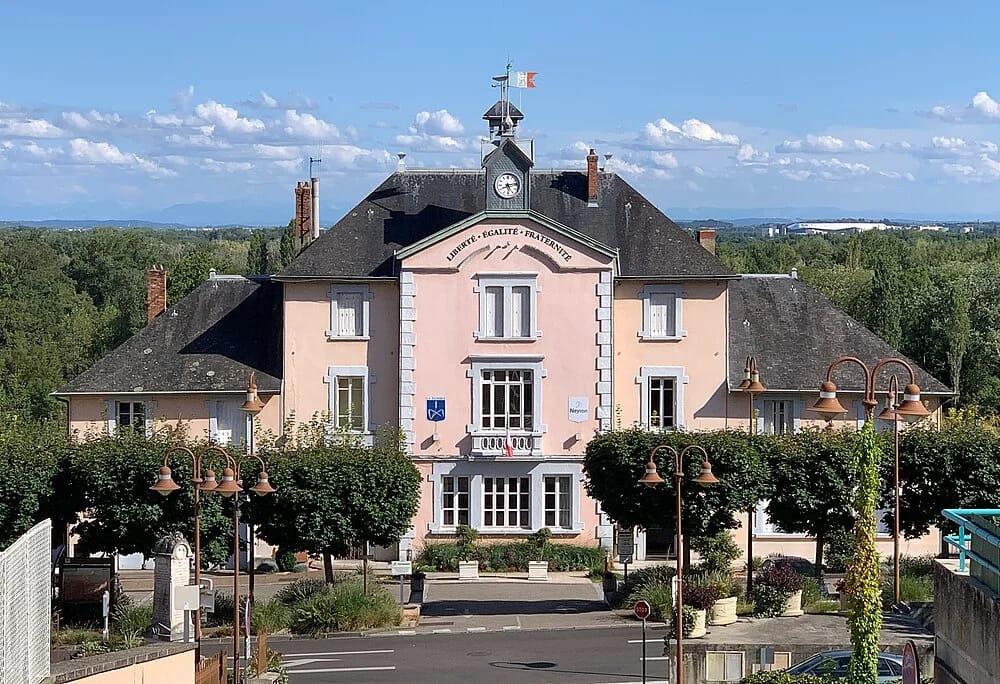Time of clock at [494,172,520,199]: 5:13
